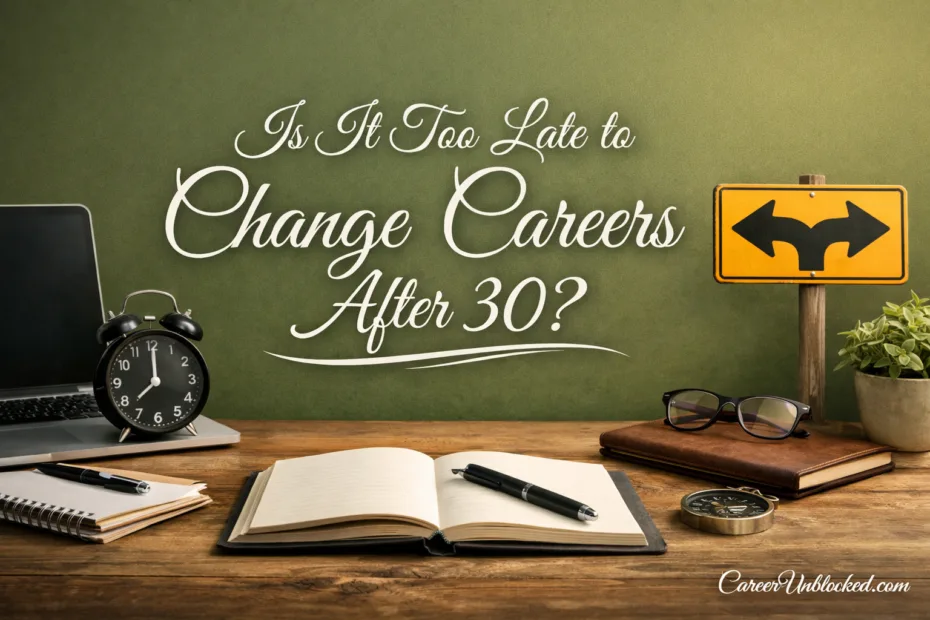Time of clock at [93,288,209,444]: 12:00
